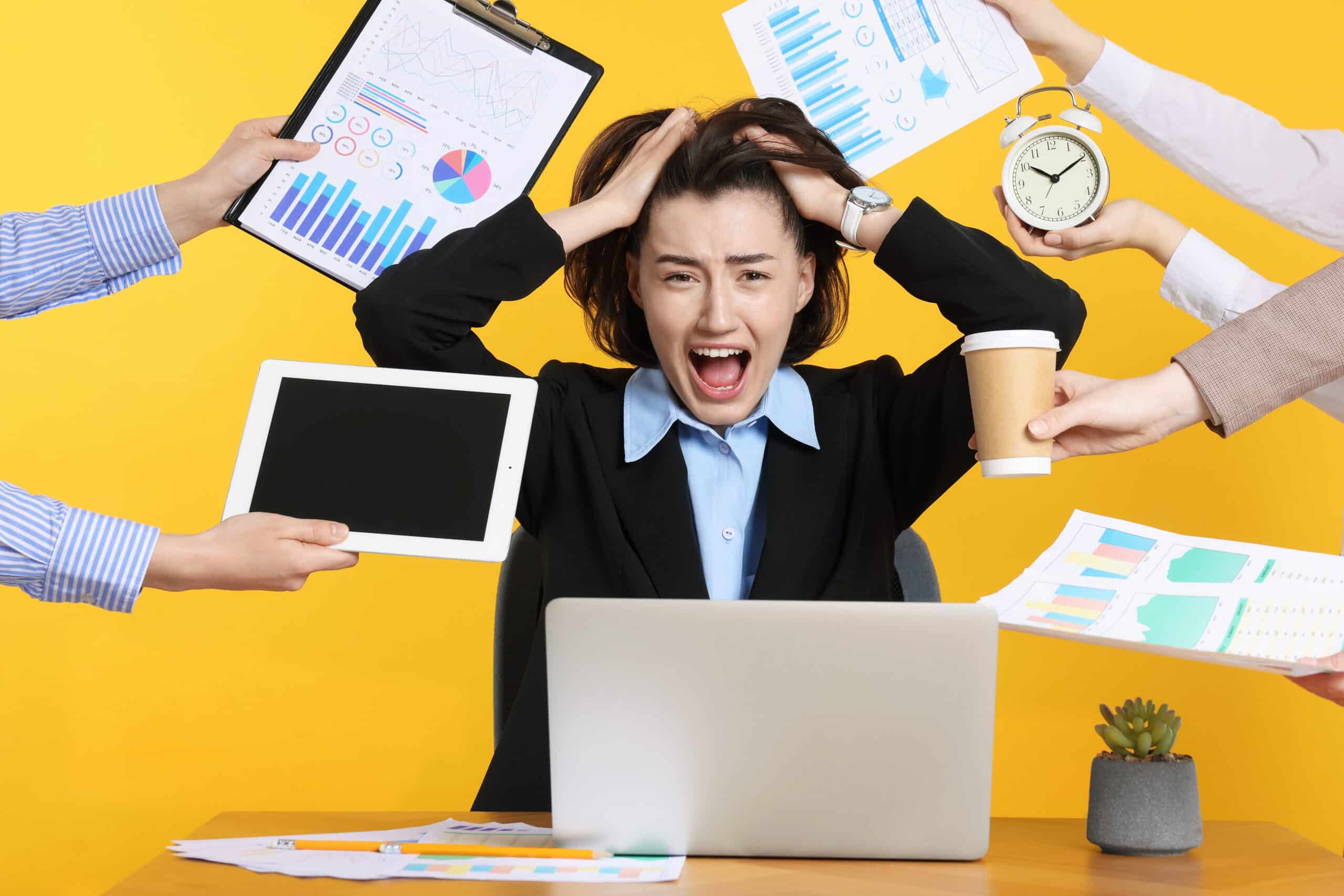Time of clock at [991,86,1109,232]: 10:10
